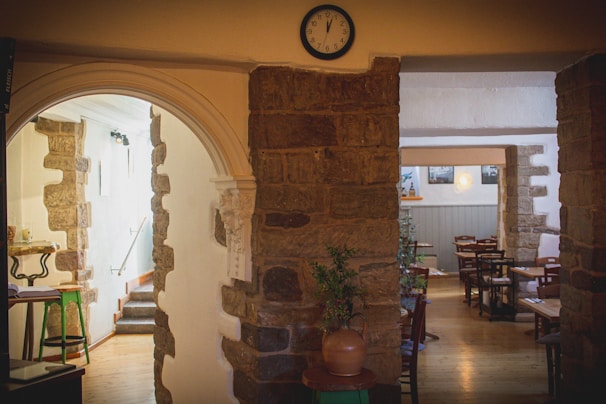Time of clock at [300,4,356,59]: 12:03
